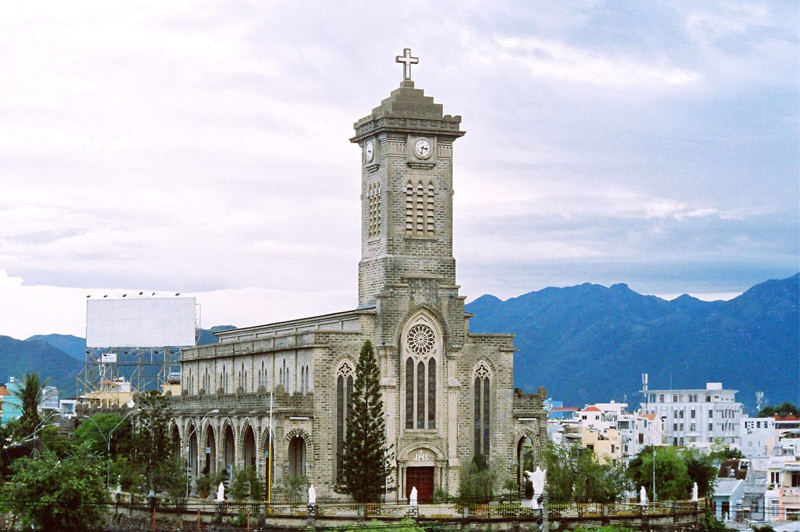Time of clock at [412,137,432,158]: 3:32
